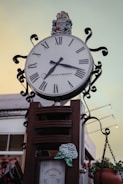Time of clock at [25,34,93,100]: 7:18
